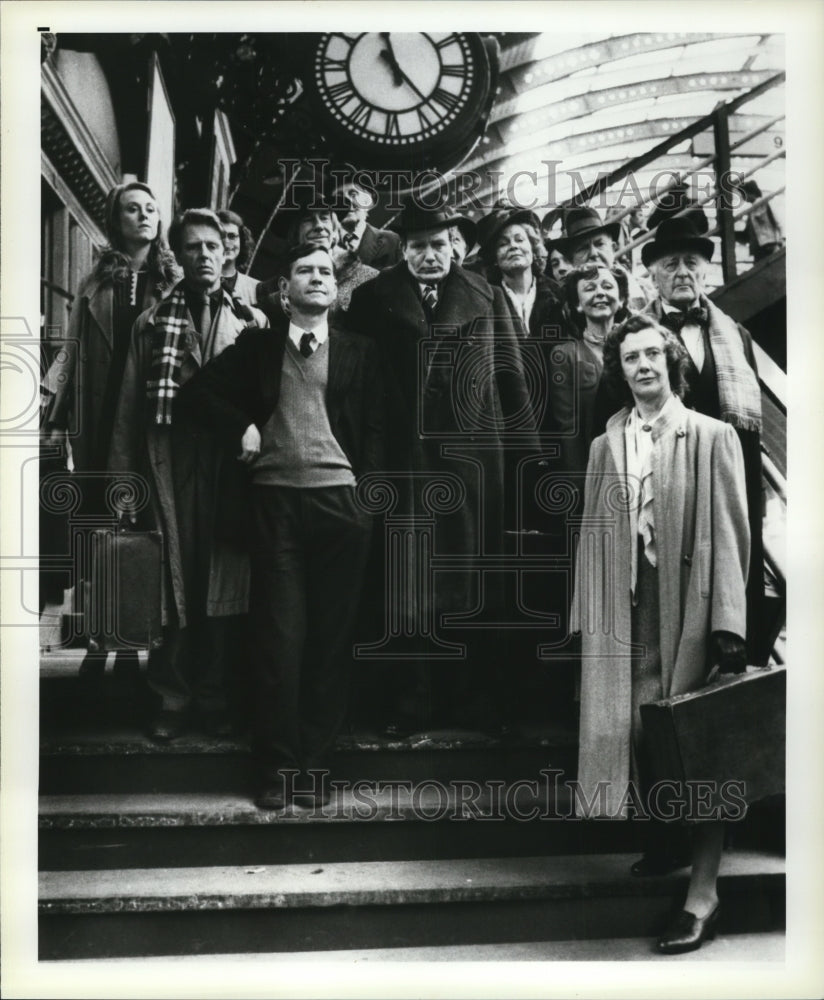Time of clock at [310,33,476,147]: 11:22
